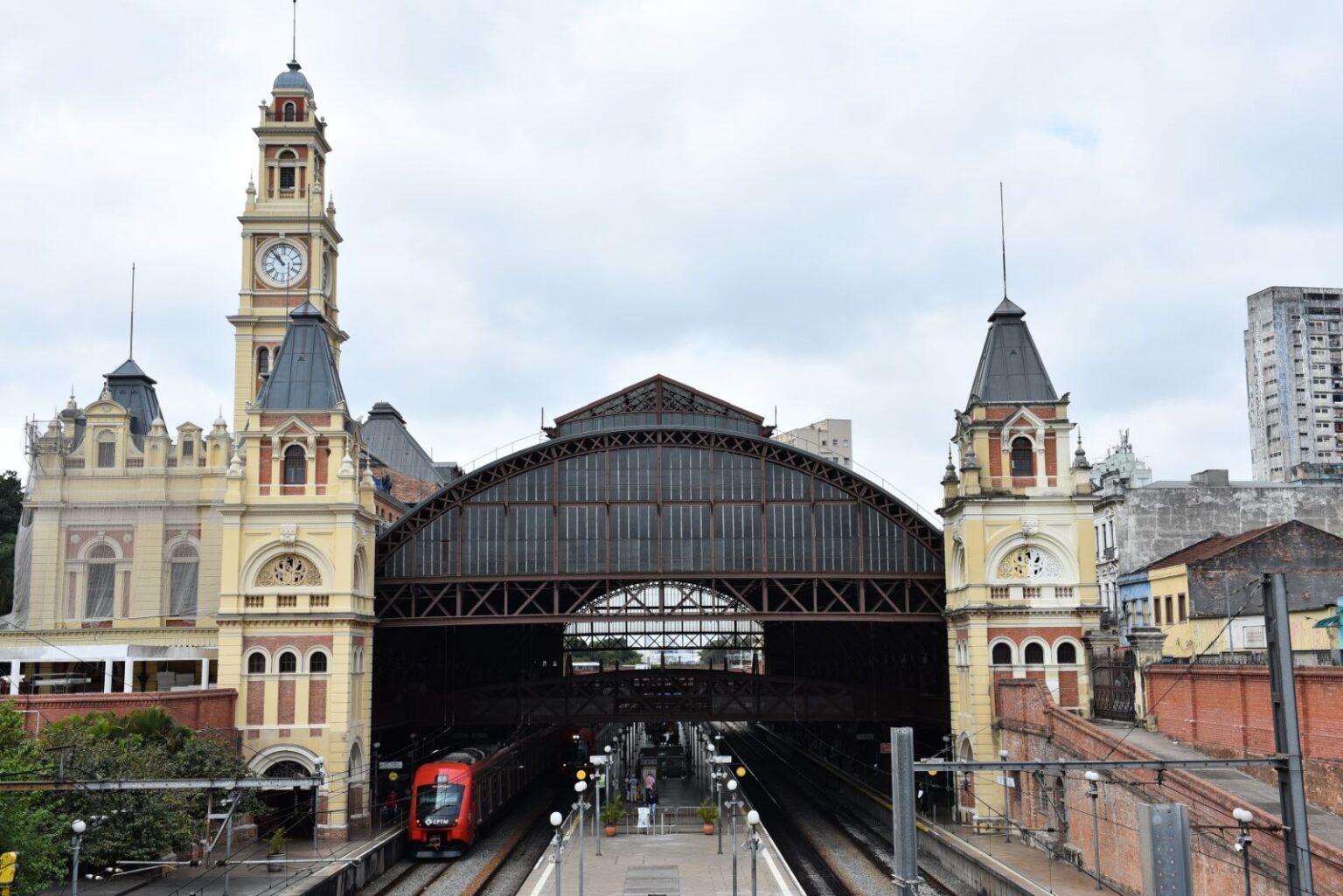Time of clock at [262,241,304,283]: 10:52
